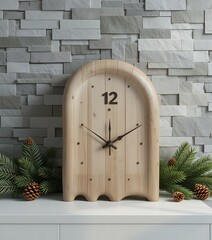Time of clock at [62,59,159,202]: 12:10
